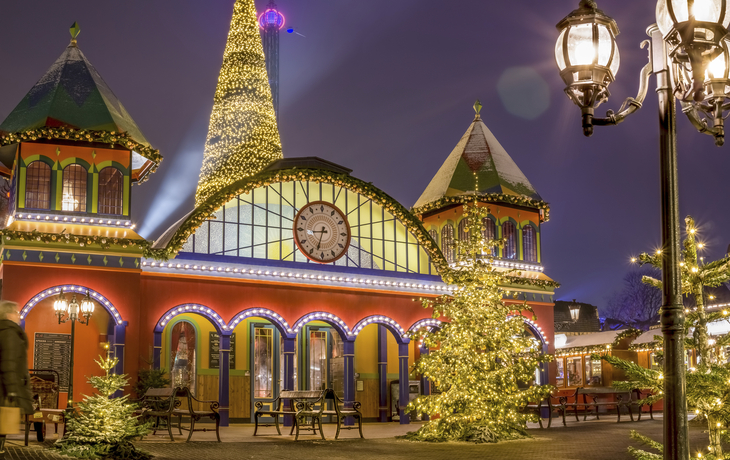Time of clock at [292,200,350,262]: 8:33
